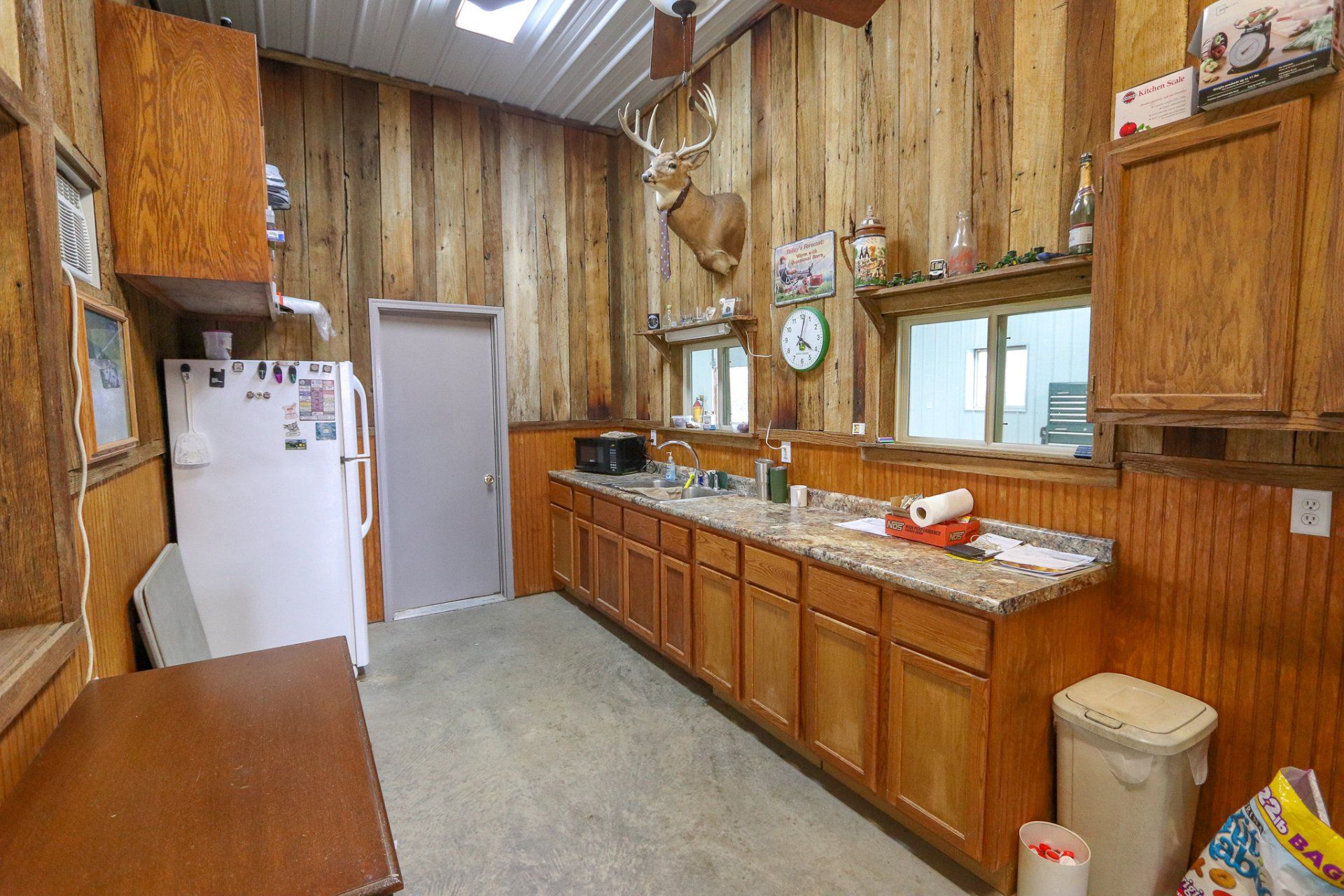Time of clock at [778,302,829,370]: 4:02
